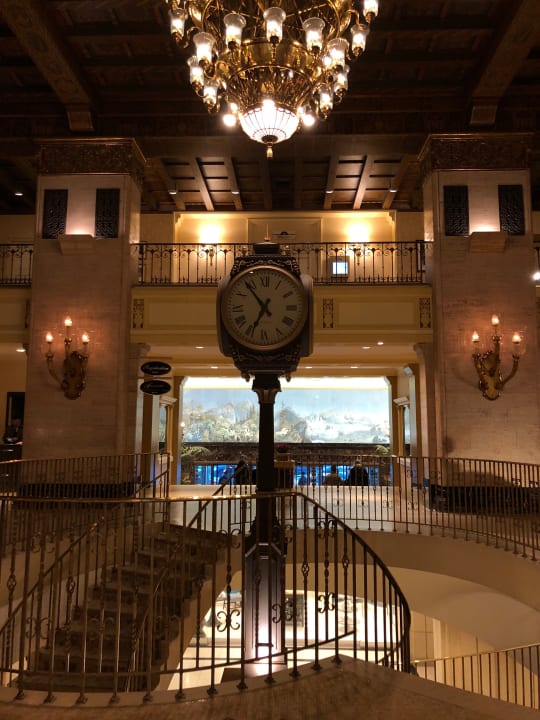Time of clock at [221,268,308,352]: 6:53
